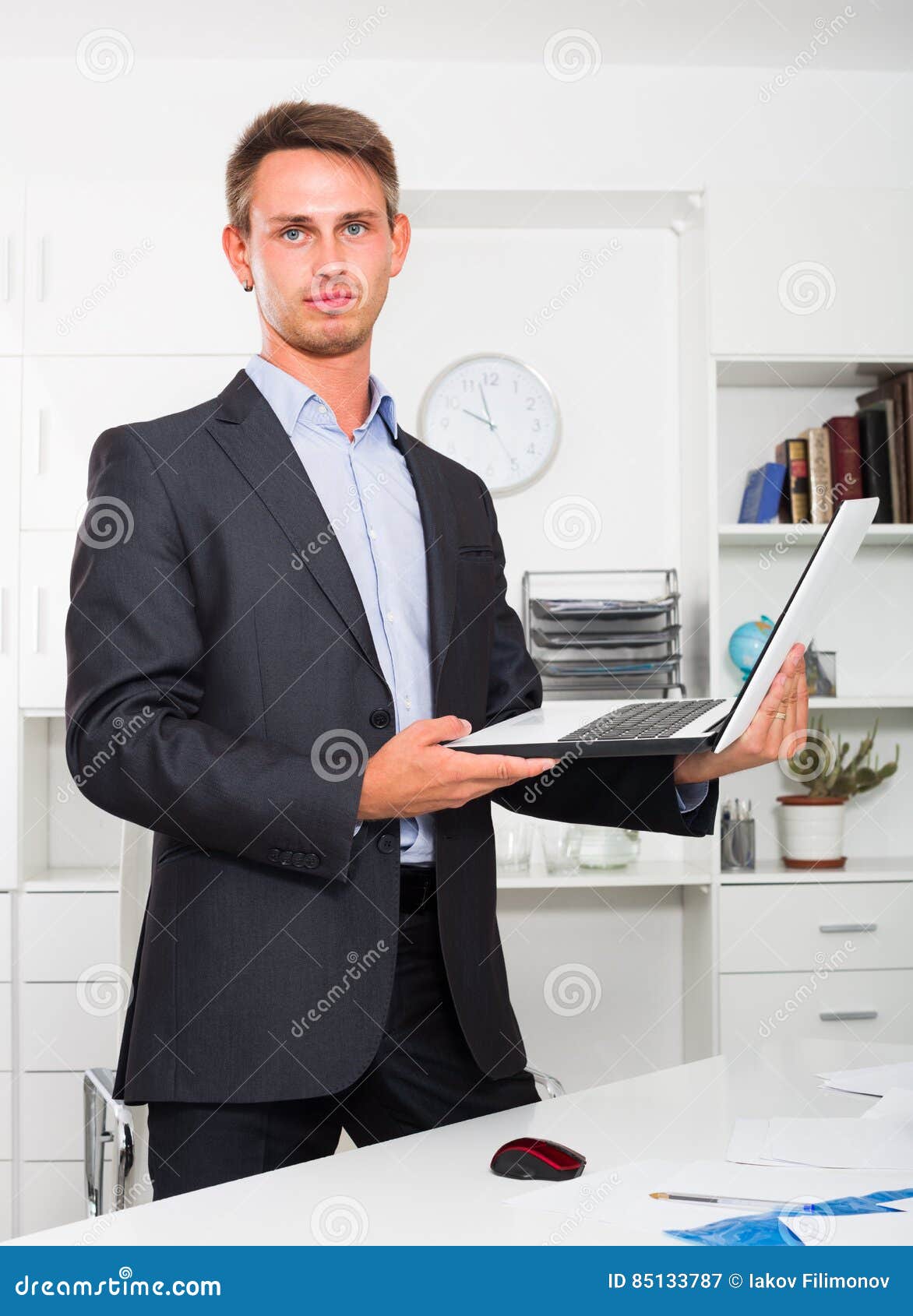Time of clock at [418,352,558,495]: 9:57
